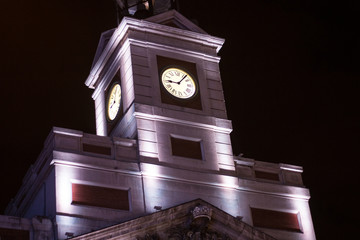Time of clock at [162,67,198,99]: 9:07
